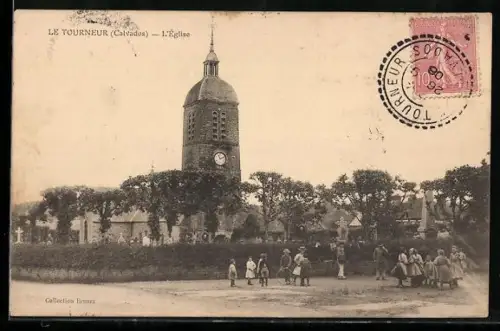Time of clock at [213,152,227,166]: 11:11
